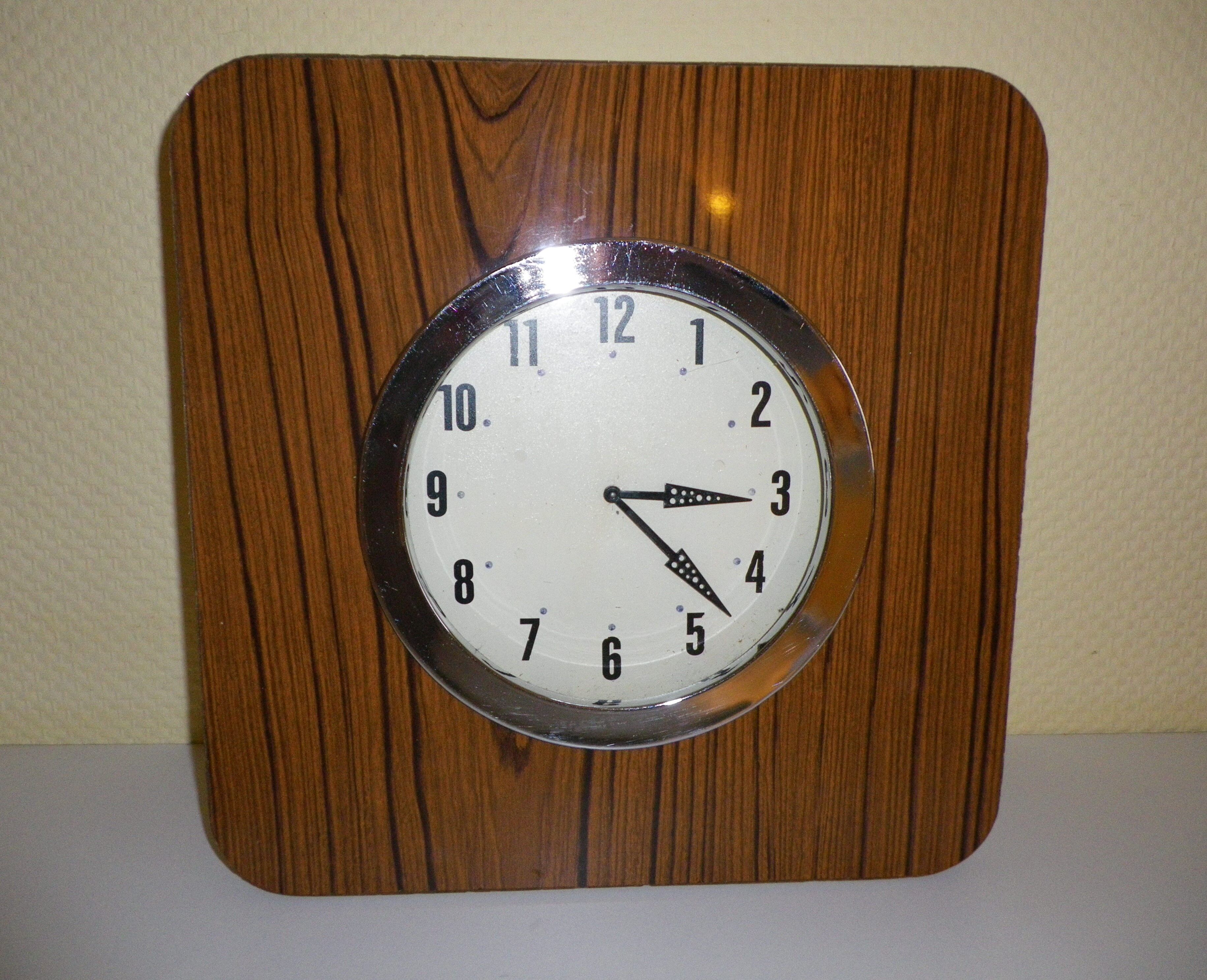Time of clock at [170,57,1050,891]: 3:22
